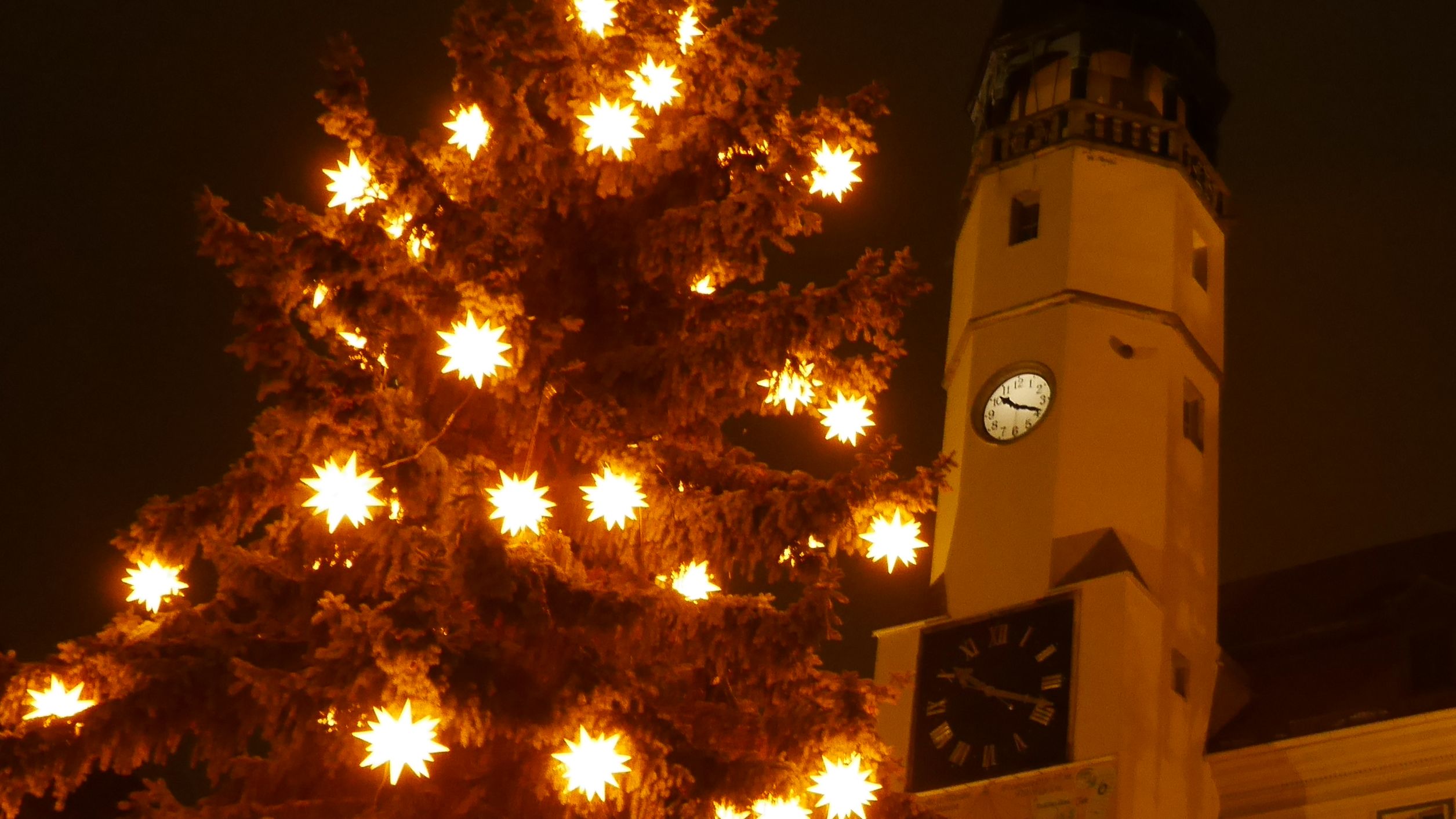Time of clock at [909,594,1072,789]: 10:18
